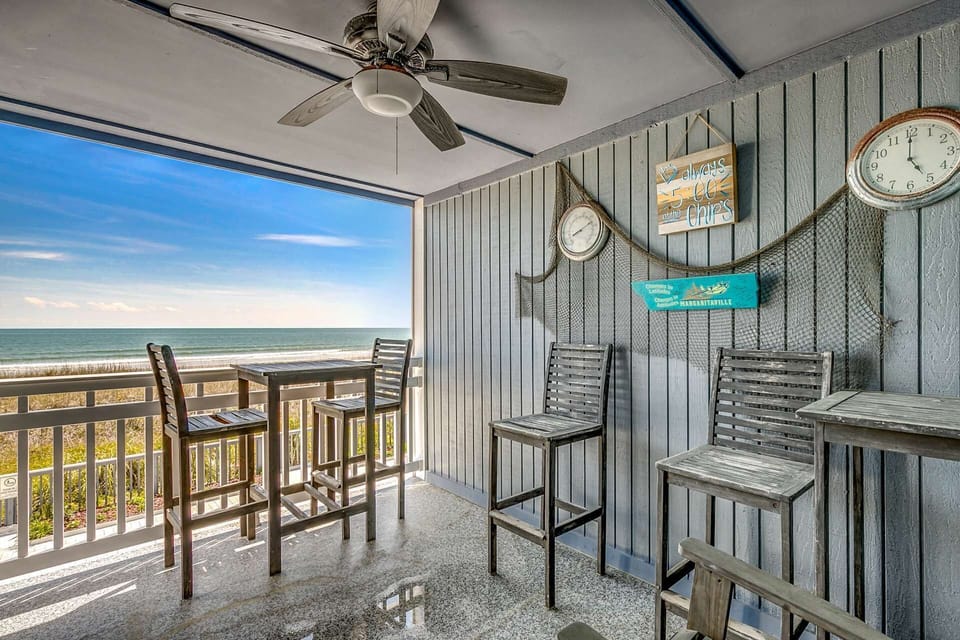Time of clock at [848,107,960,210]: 5:00
